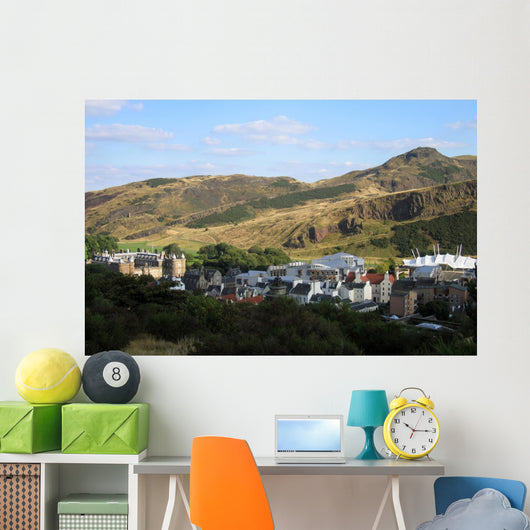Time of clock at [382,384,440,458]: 10:15
